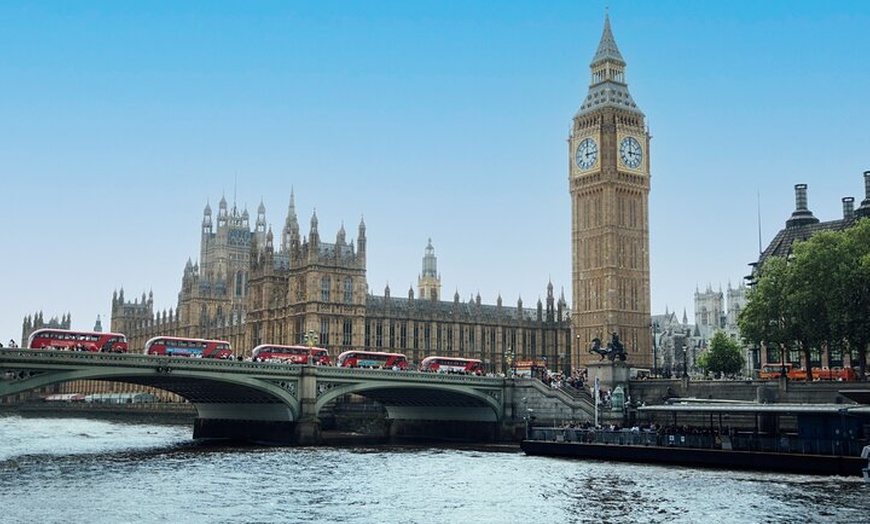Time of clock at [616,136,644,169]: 2:59
